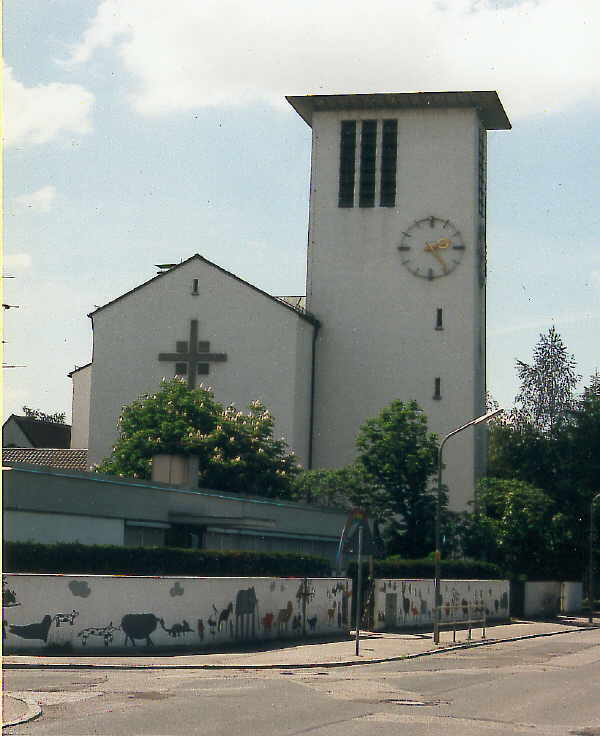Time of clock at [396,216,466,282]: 2:23
